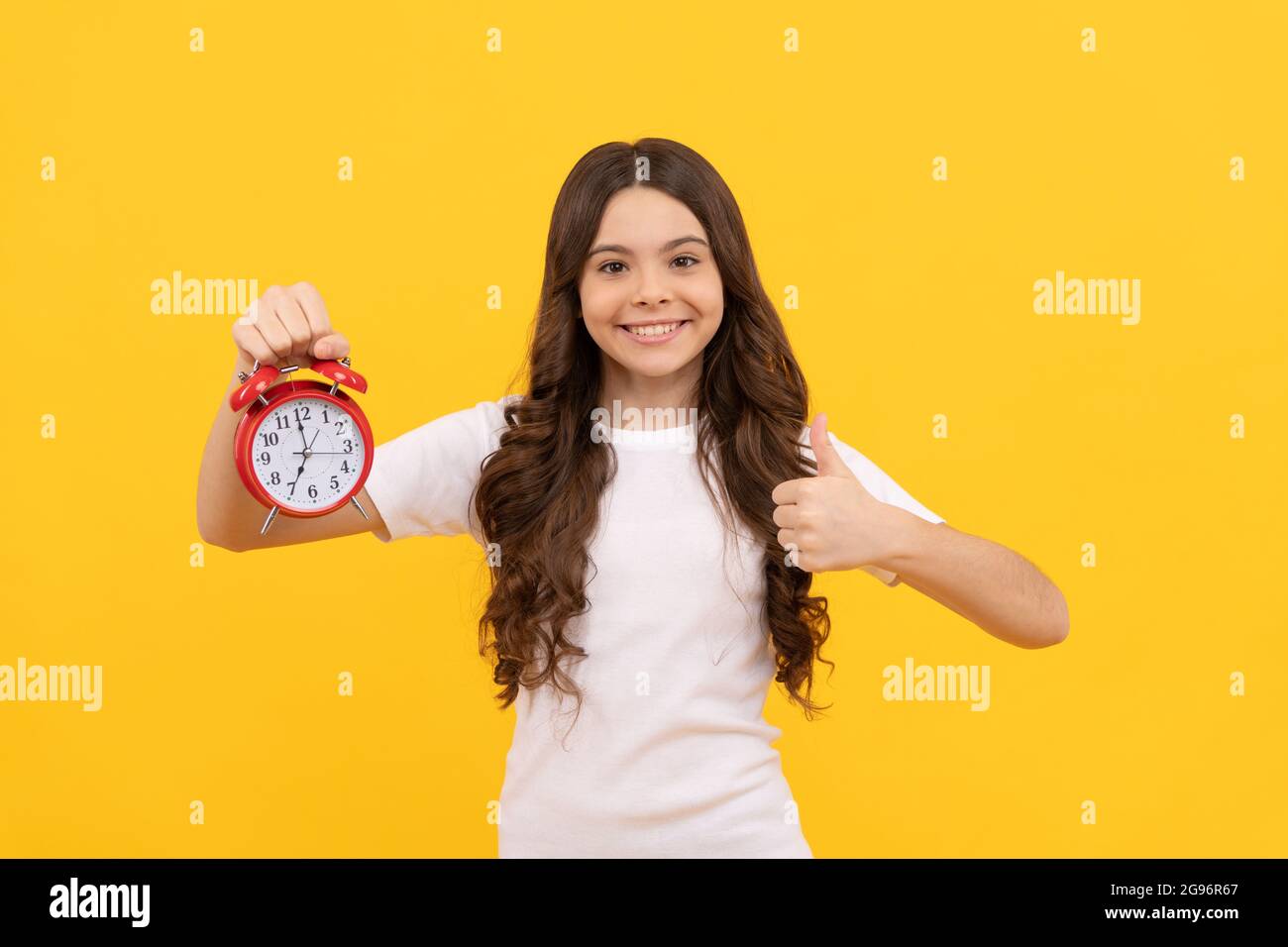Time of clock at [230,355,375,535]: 6:58
